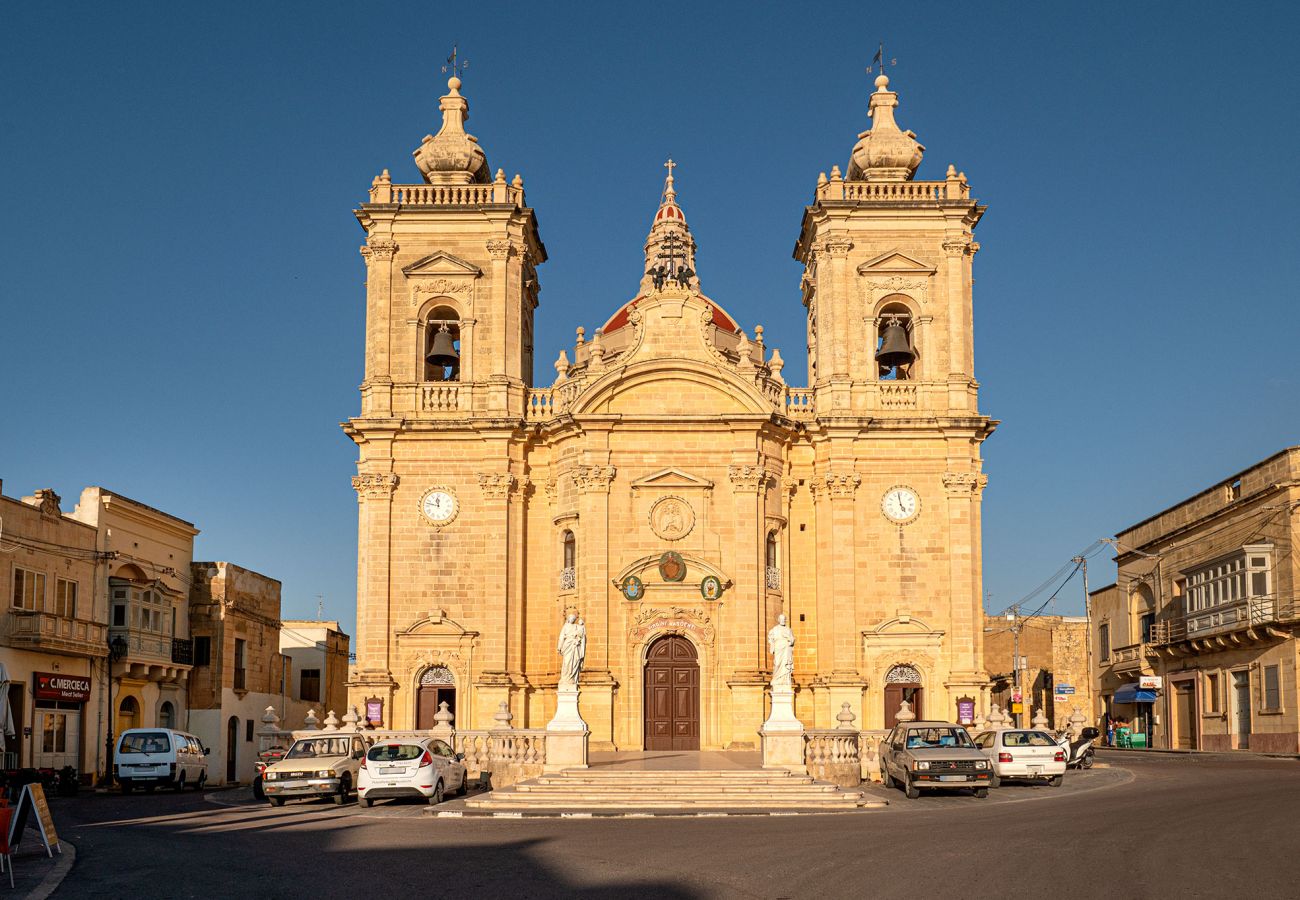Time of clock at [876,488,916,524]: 4:58
